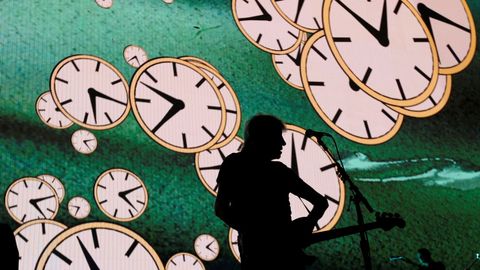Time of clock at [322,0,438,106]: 12:52
